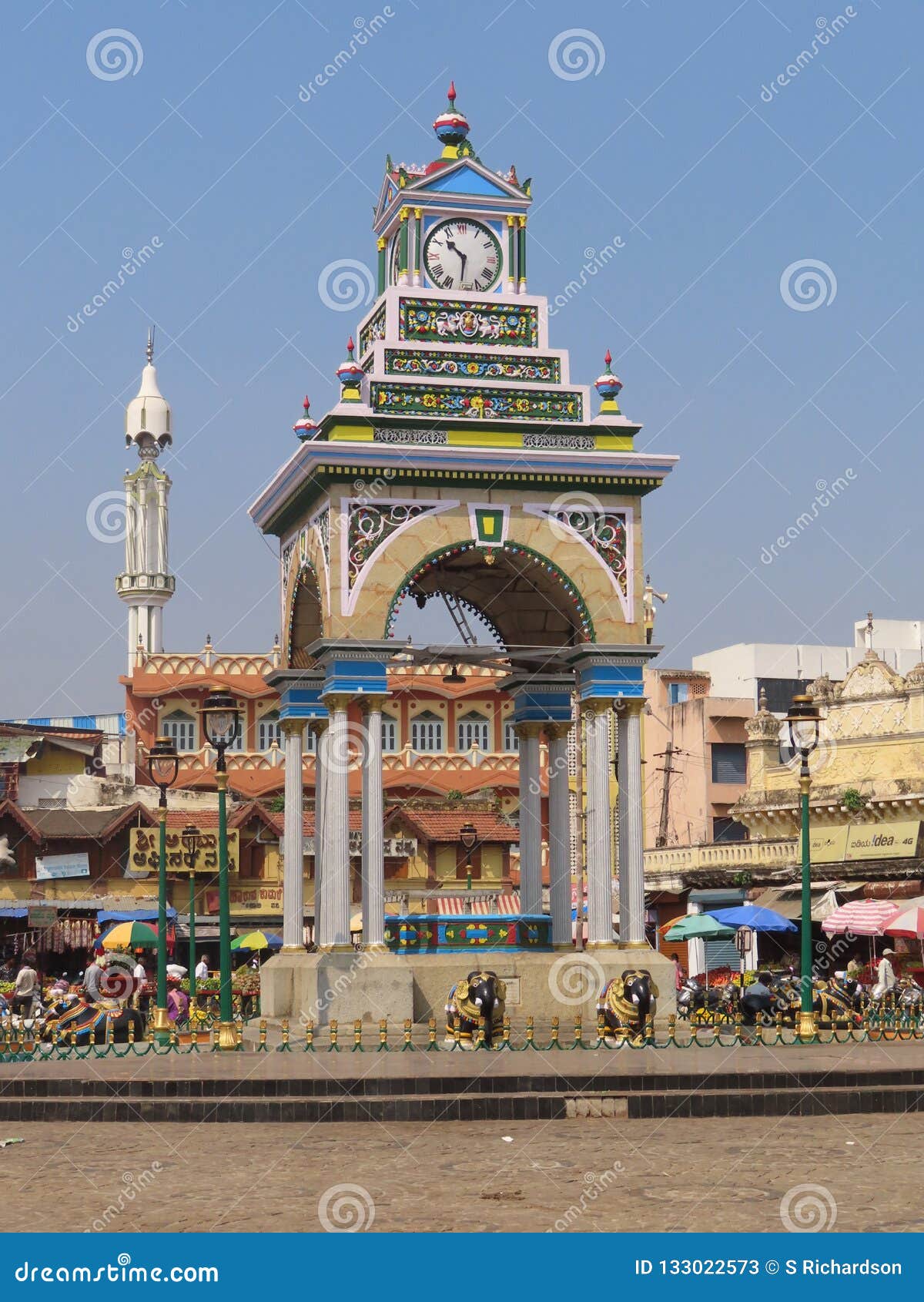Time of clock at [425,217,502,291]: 10:30
